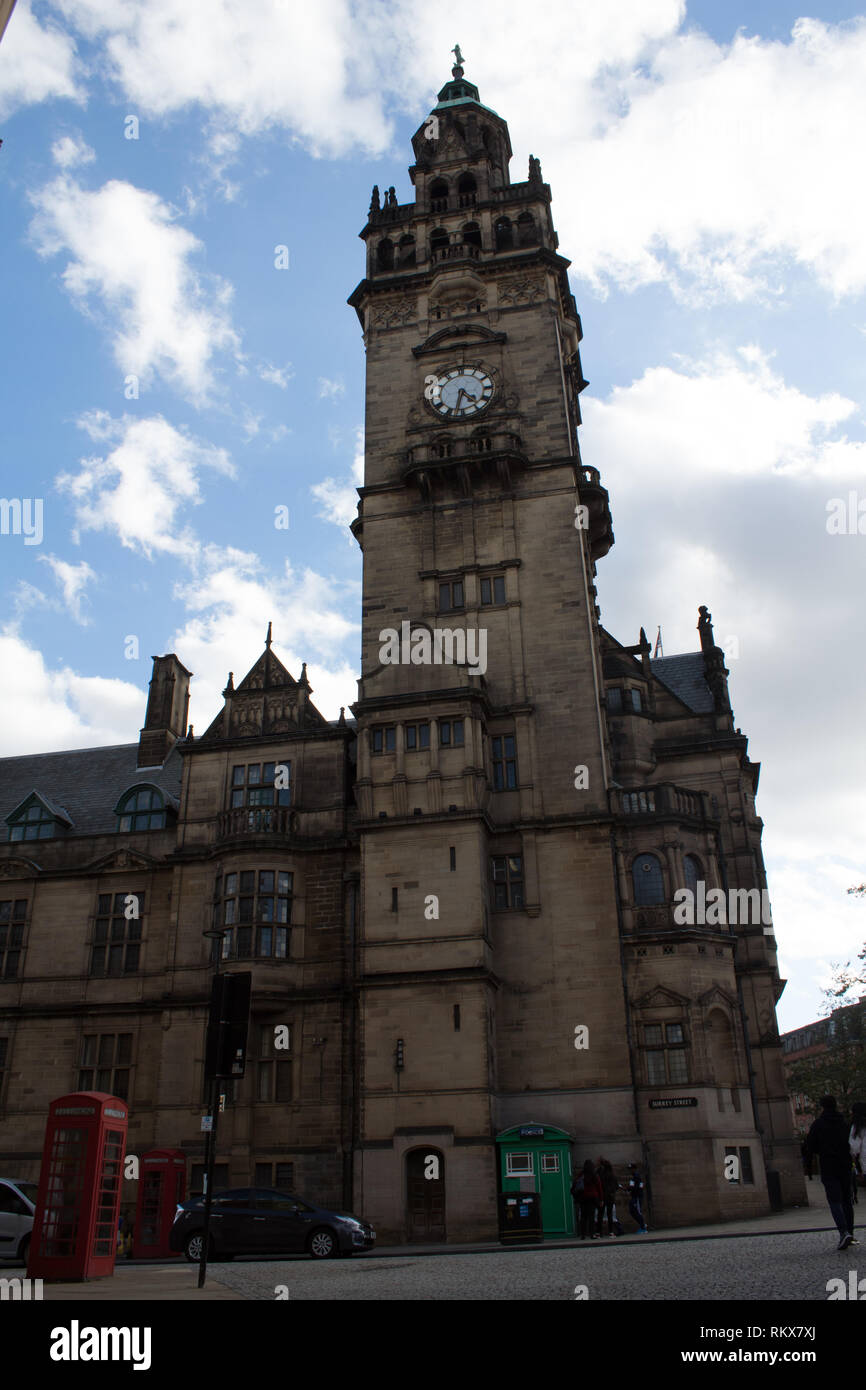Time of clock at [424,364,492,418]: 4:32
